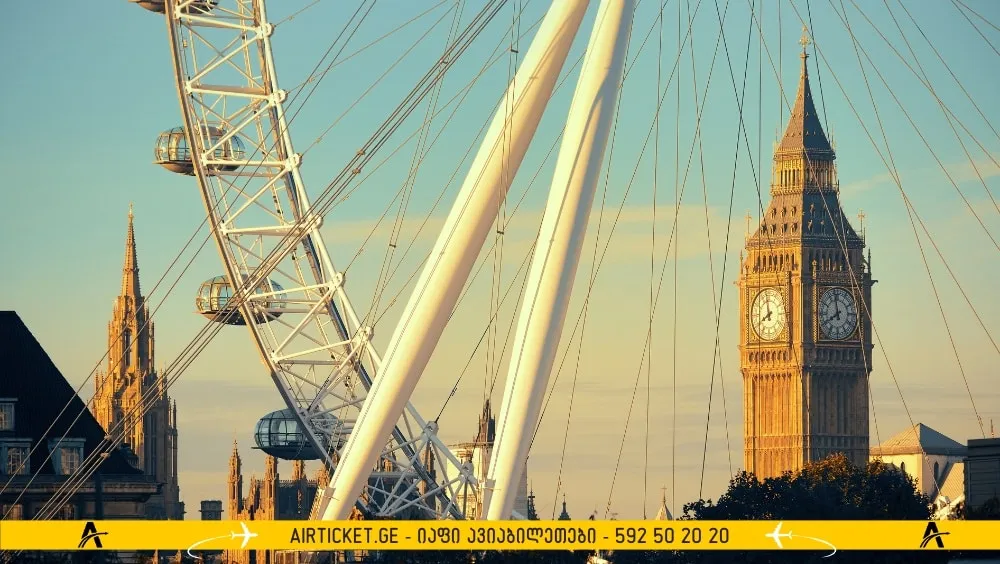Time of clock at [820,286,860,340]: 7:58
